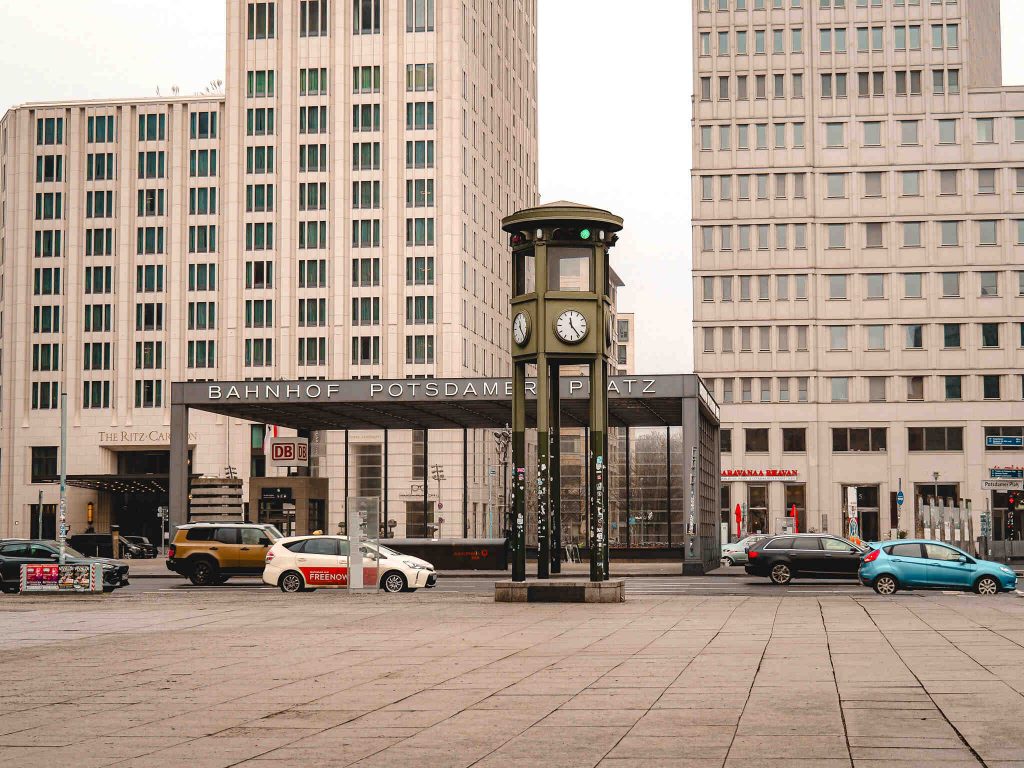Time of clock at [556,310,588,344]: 11:23
